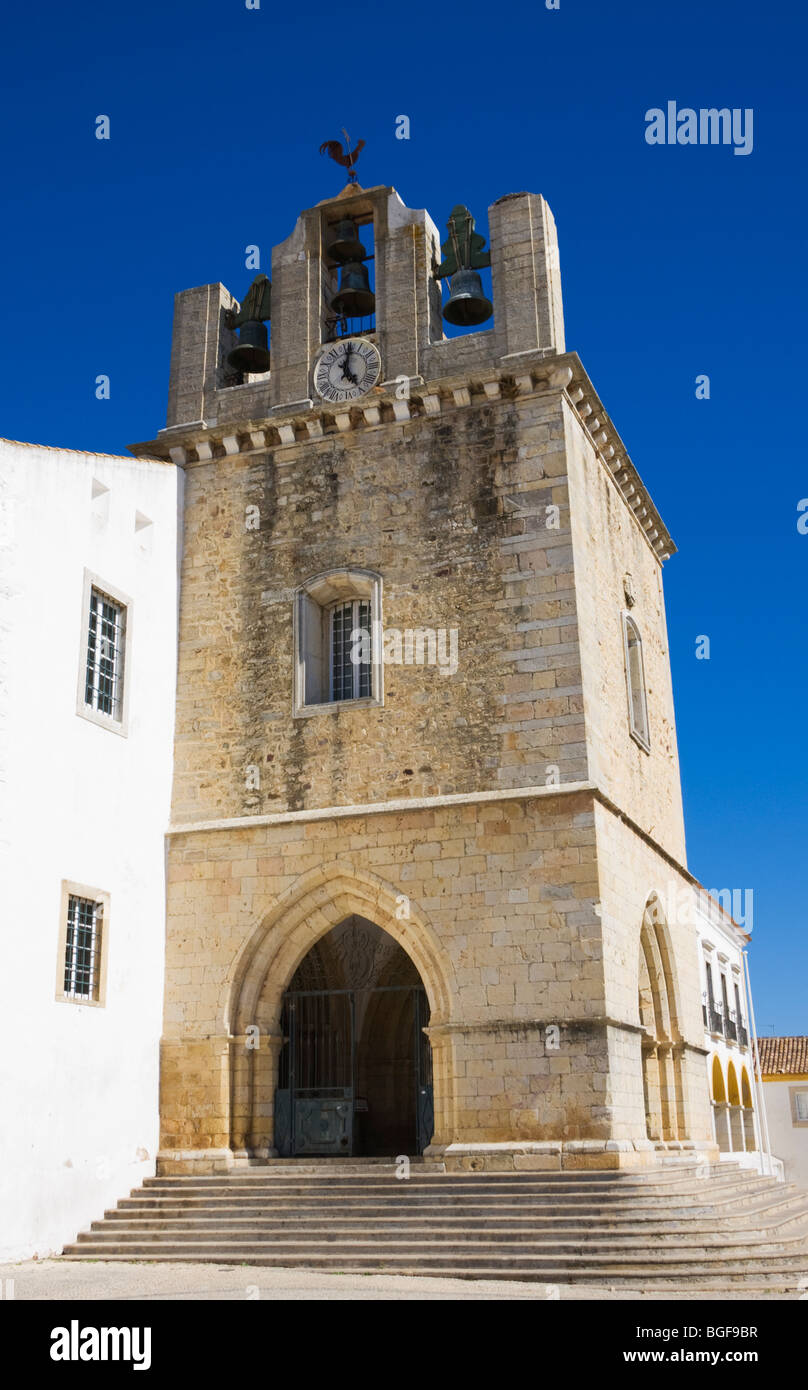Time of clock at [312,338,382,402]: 5:01
